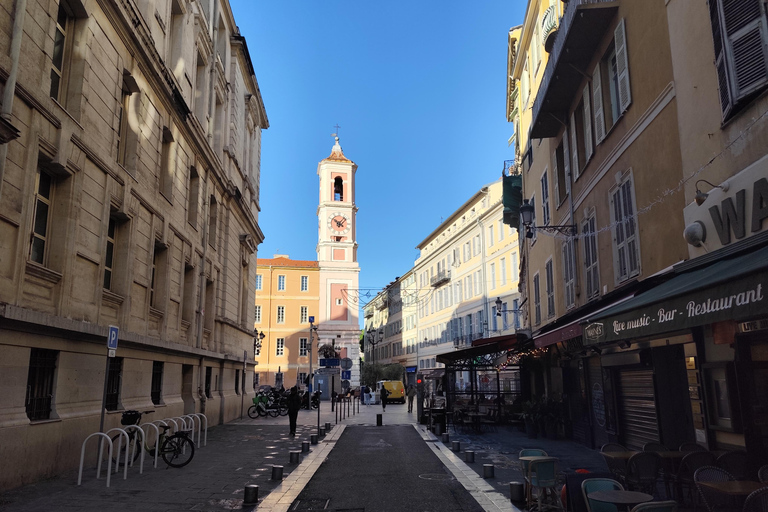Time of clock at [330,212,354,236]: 10:07
